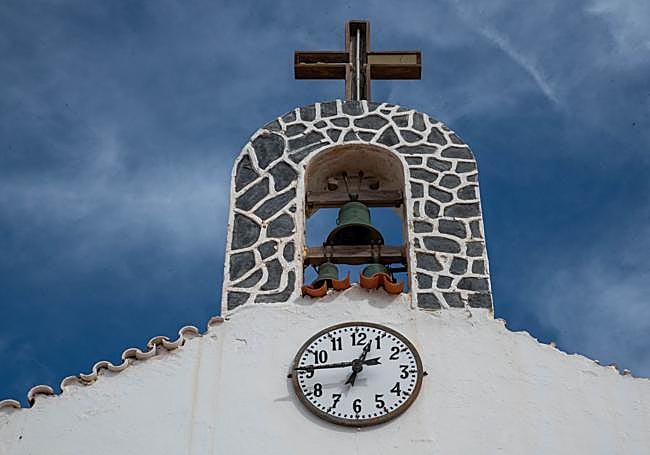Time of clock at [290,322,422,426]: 12:45
